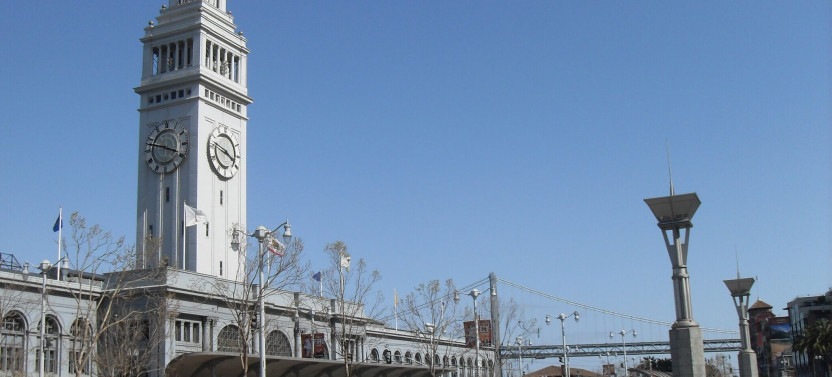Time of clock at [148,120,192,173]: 3:47
